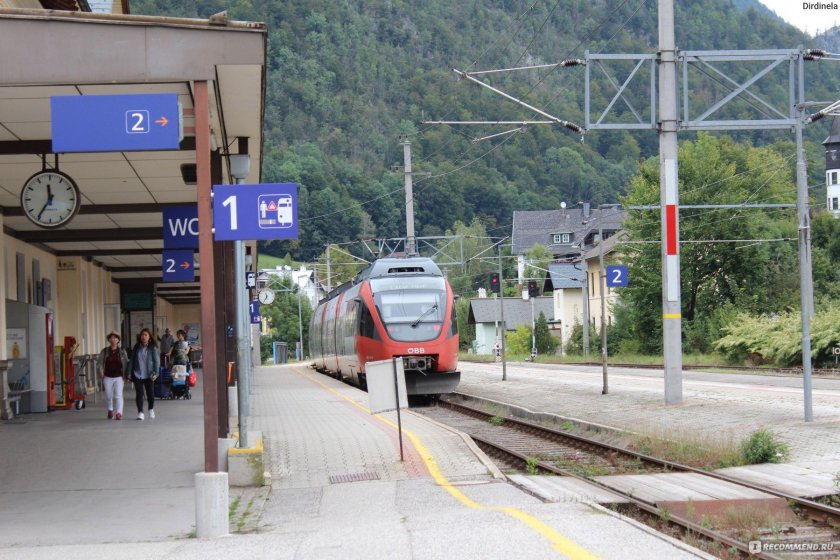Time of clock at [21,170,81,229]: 11:35
